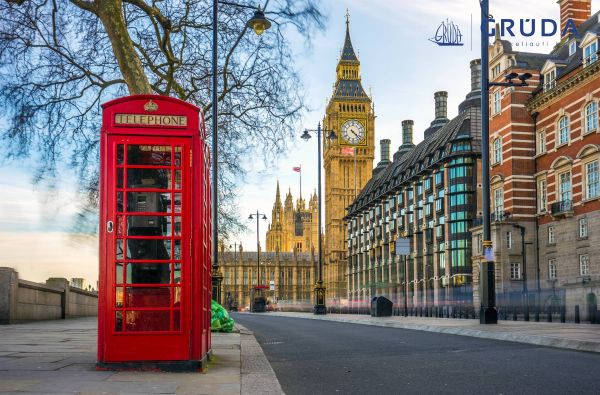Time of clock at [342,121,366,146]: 4:22
